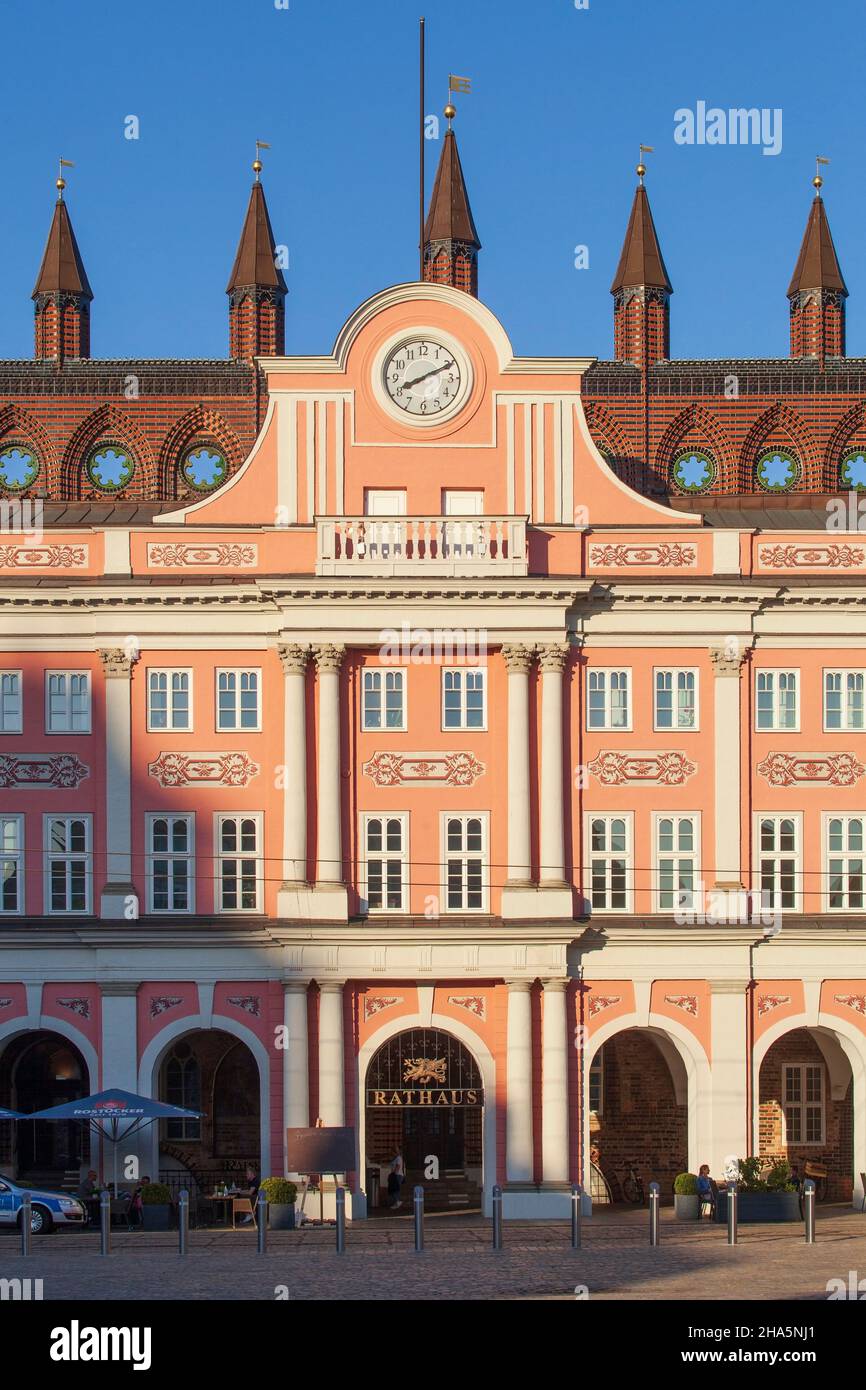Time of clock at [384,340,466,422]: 8:10
